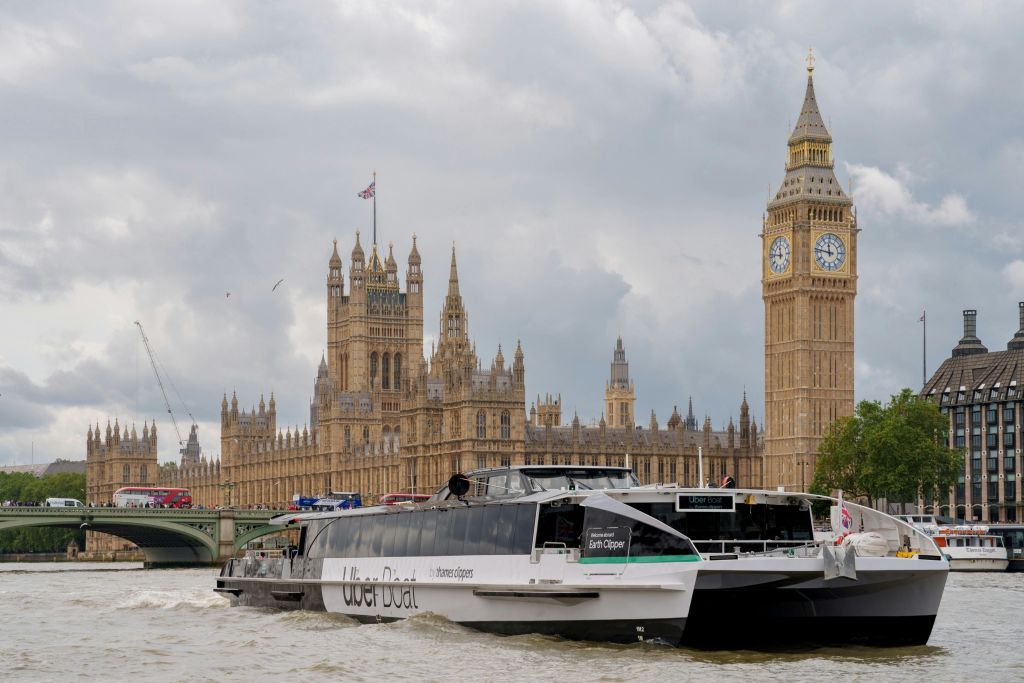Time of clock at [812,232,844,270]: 11:46
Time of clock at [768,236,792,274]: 11:46
